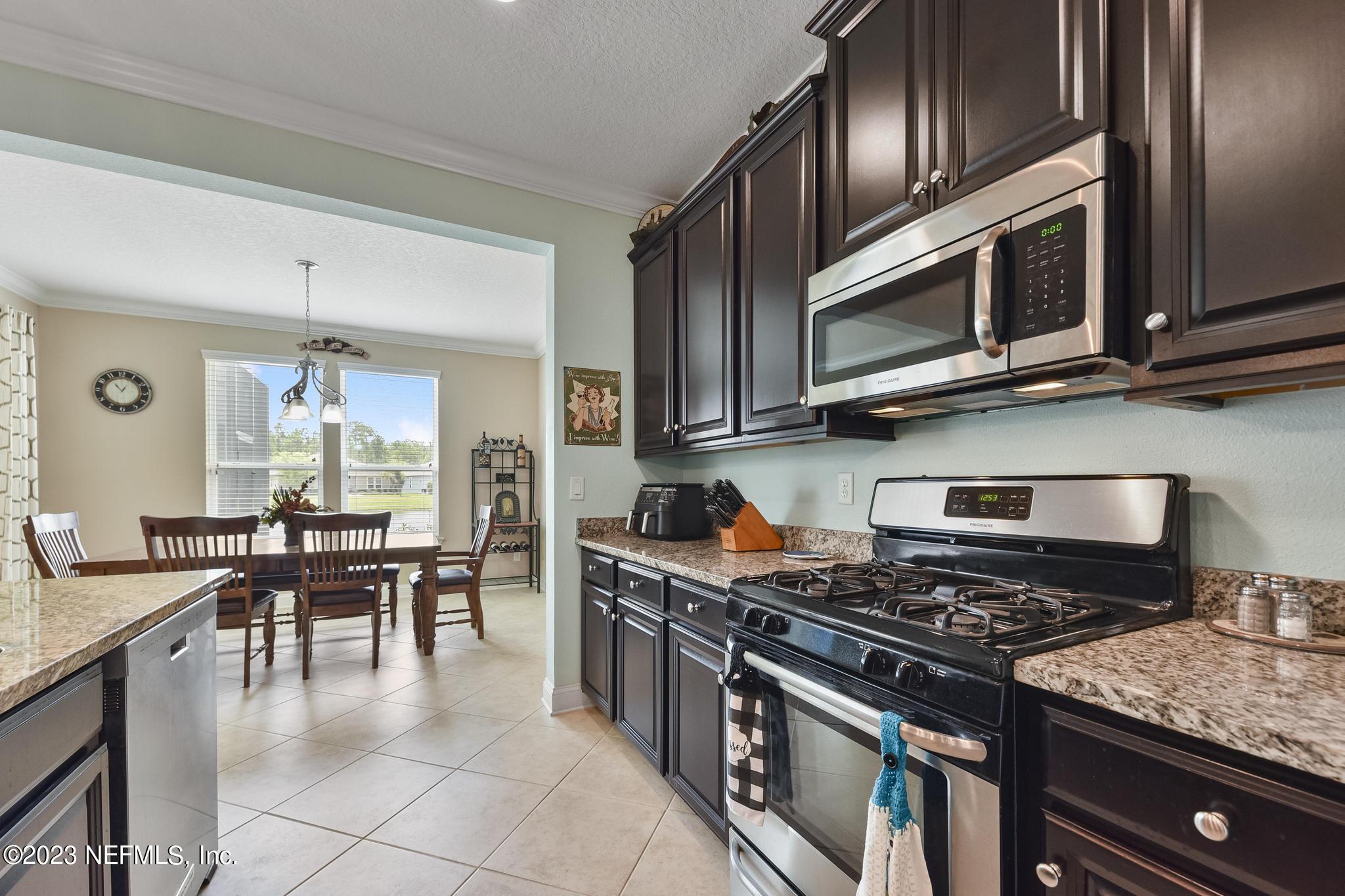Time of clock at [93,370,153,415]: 12:53
